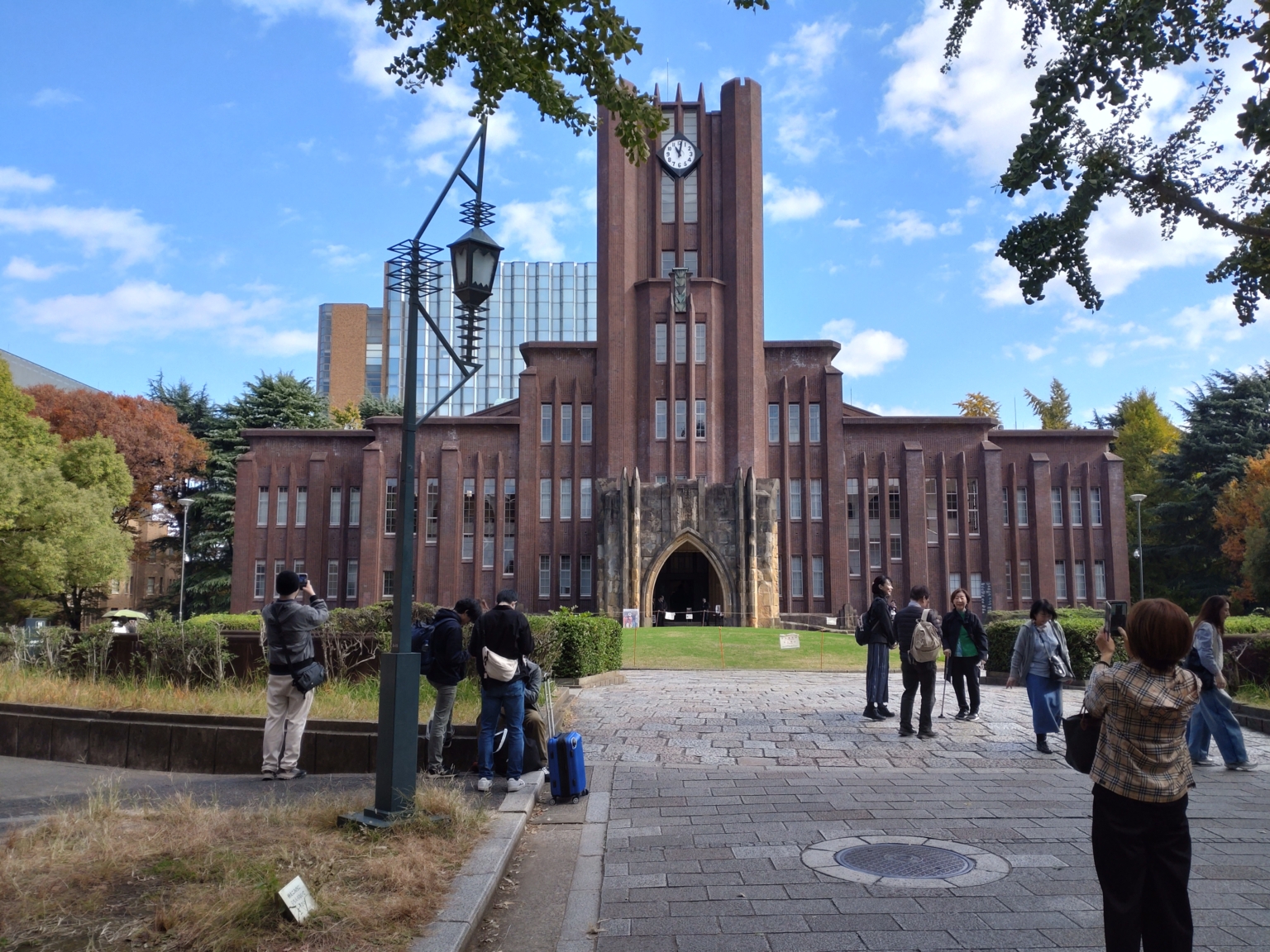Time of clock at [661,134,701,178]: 11:02
